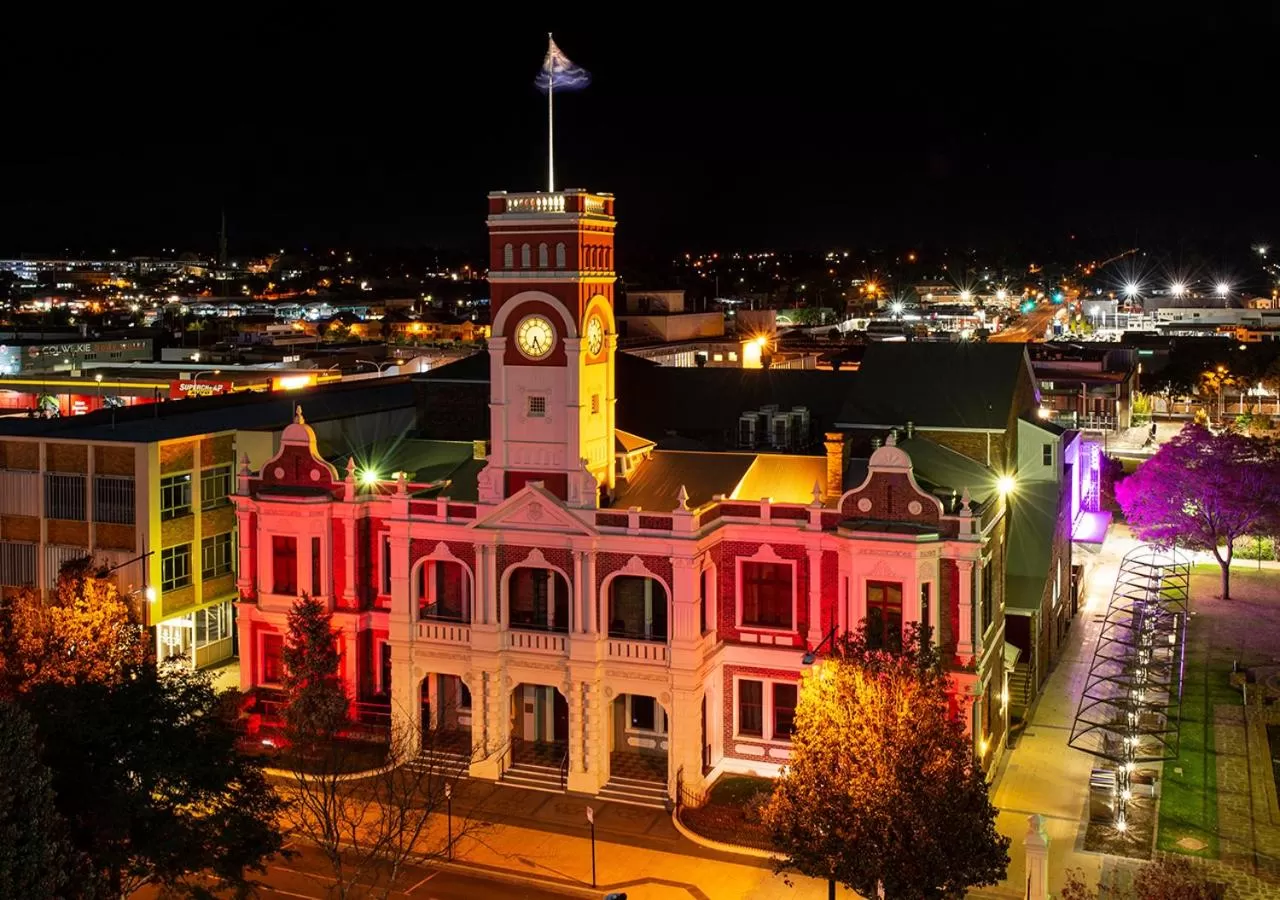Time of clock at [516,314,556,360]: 6:26
